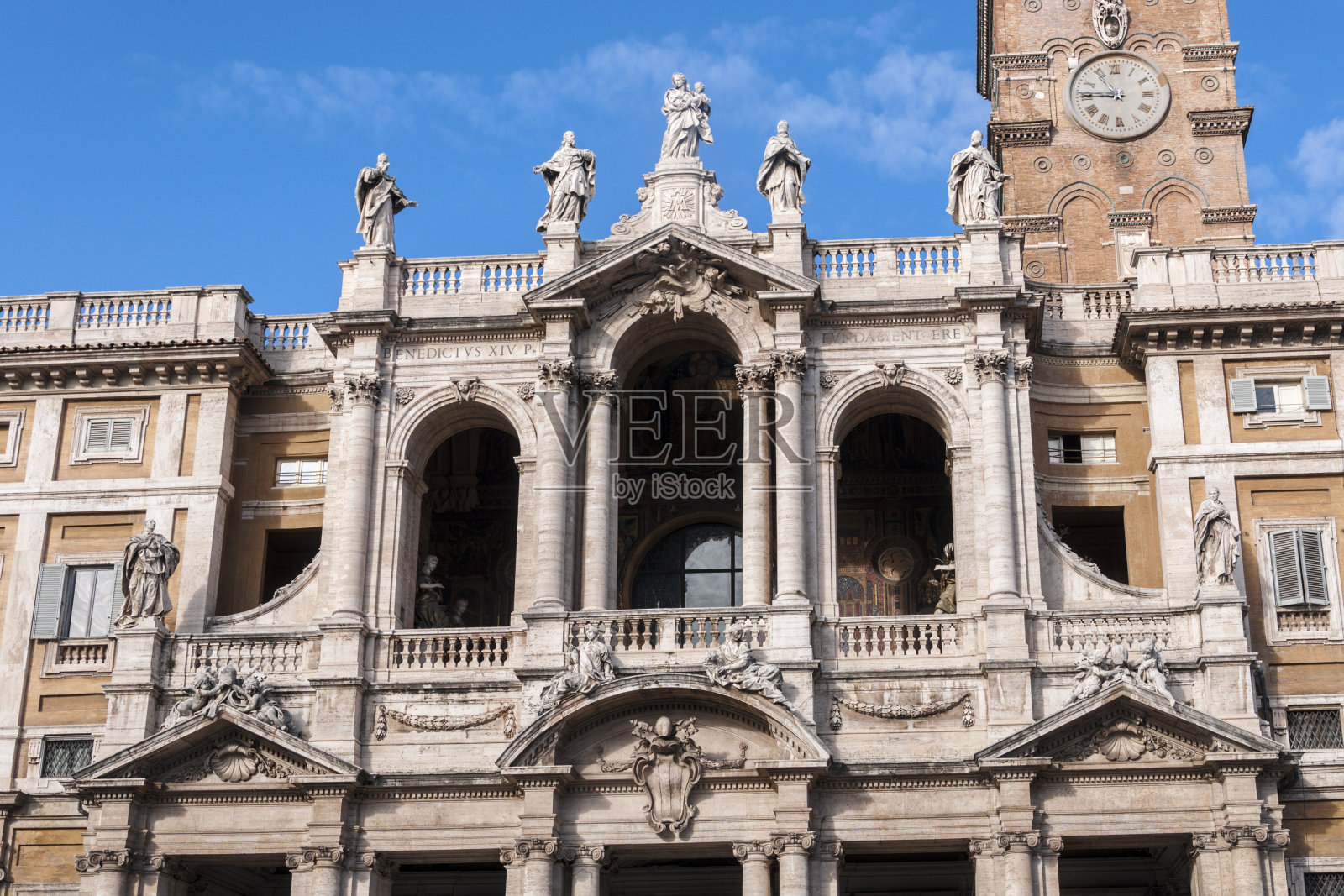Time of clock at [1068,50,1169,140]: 10:45
